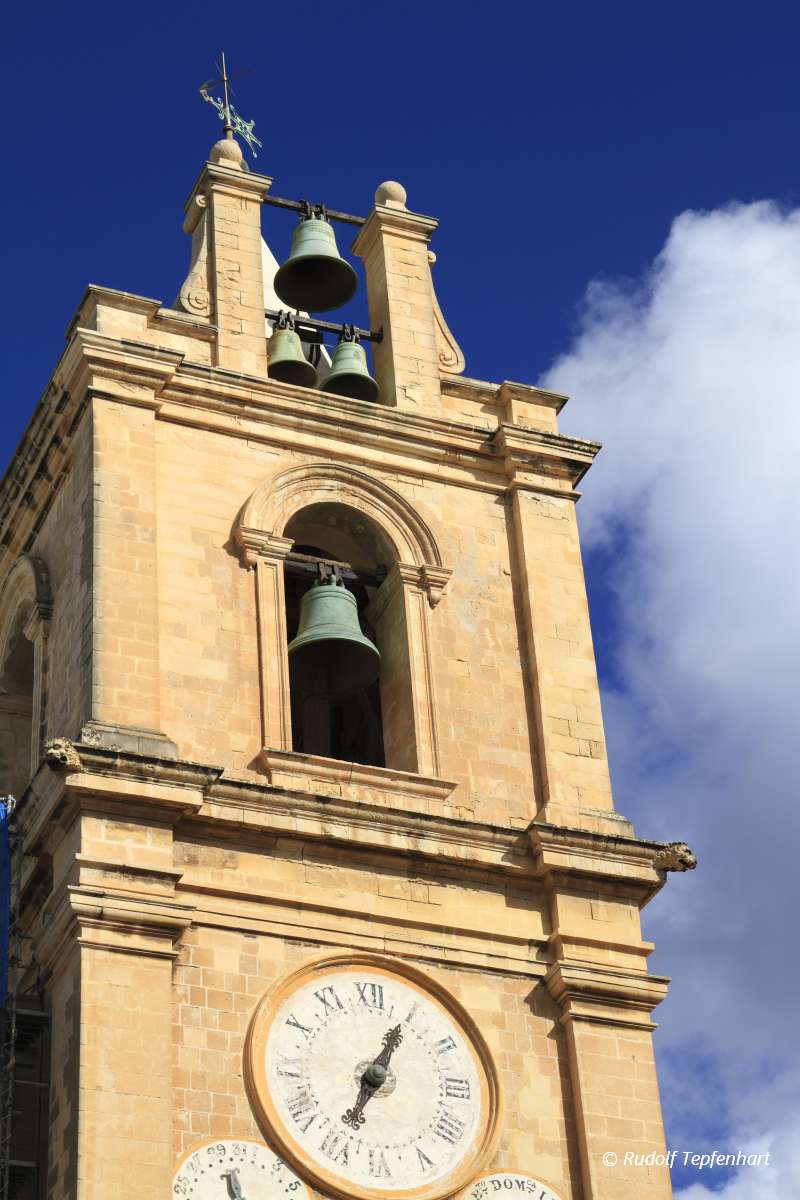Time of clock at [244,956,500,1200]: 7:04
